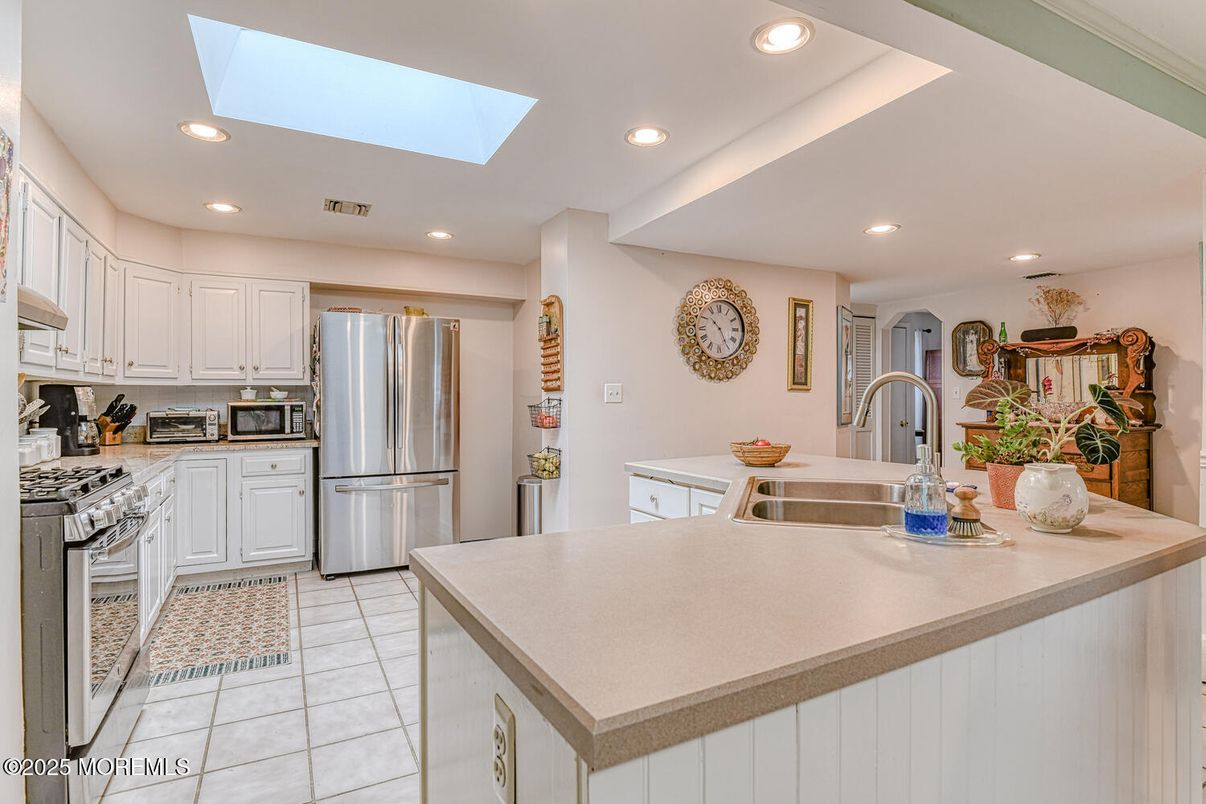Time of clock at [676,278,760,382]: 10:24
